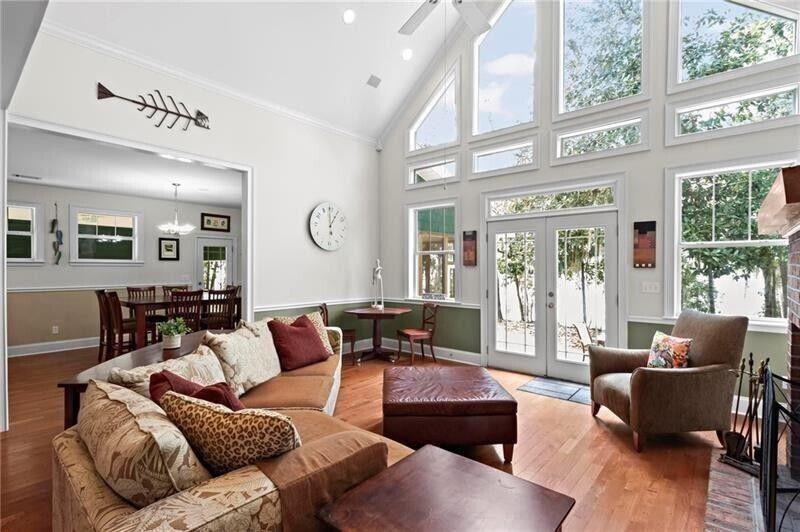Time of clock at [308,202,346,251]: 12:59
